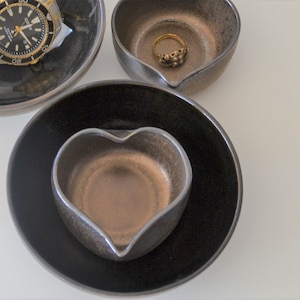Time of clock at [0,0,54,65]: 2:23
